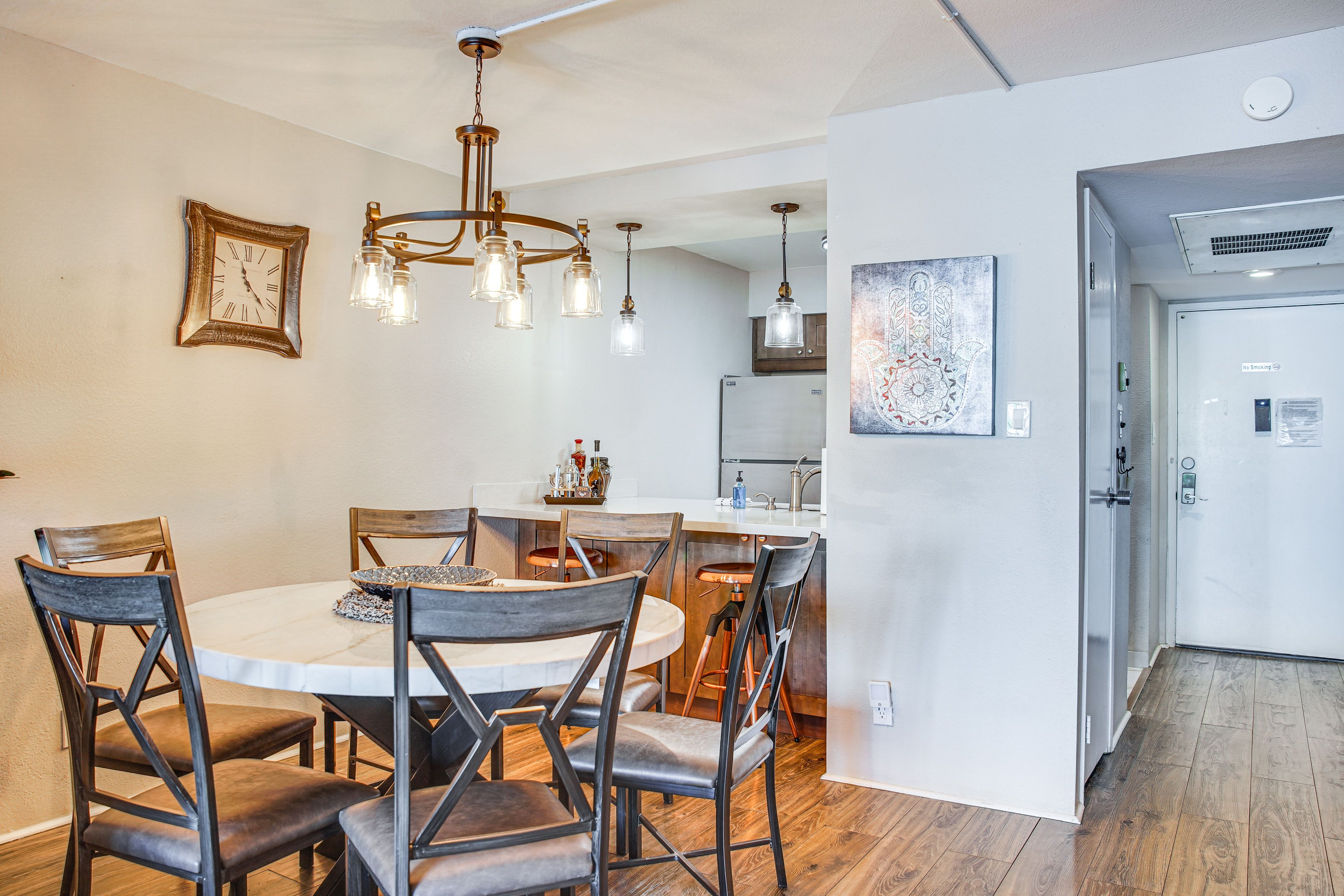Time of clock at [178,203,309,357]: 11:21
